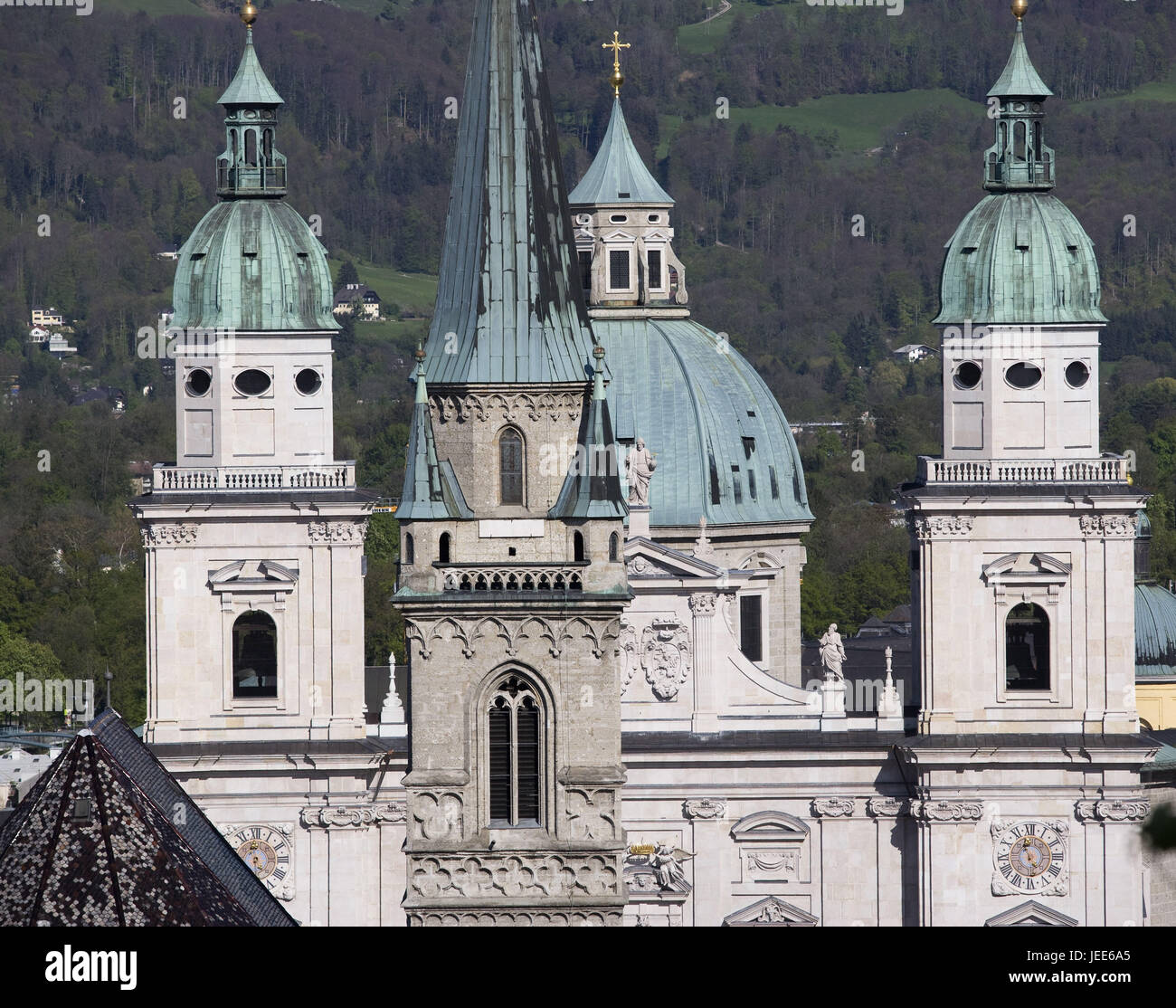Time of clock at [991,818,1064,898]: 4:57
